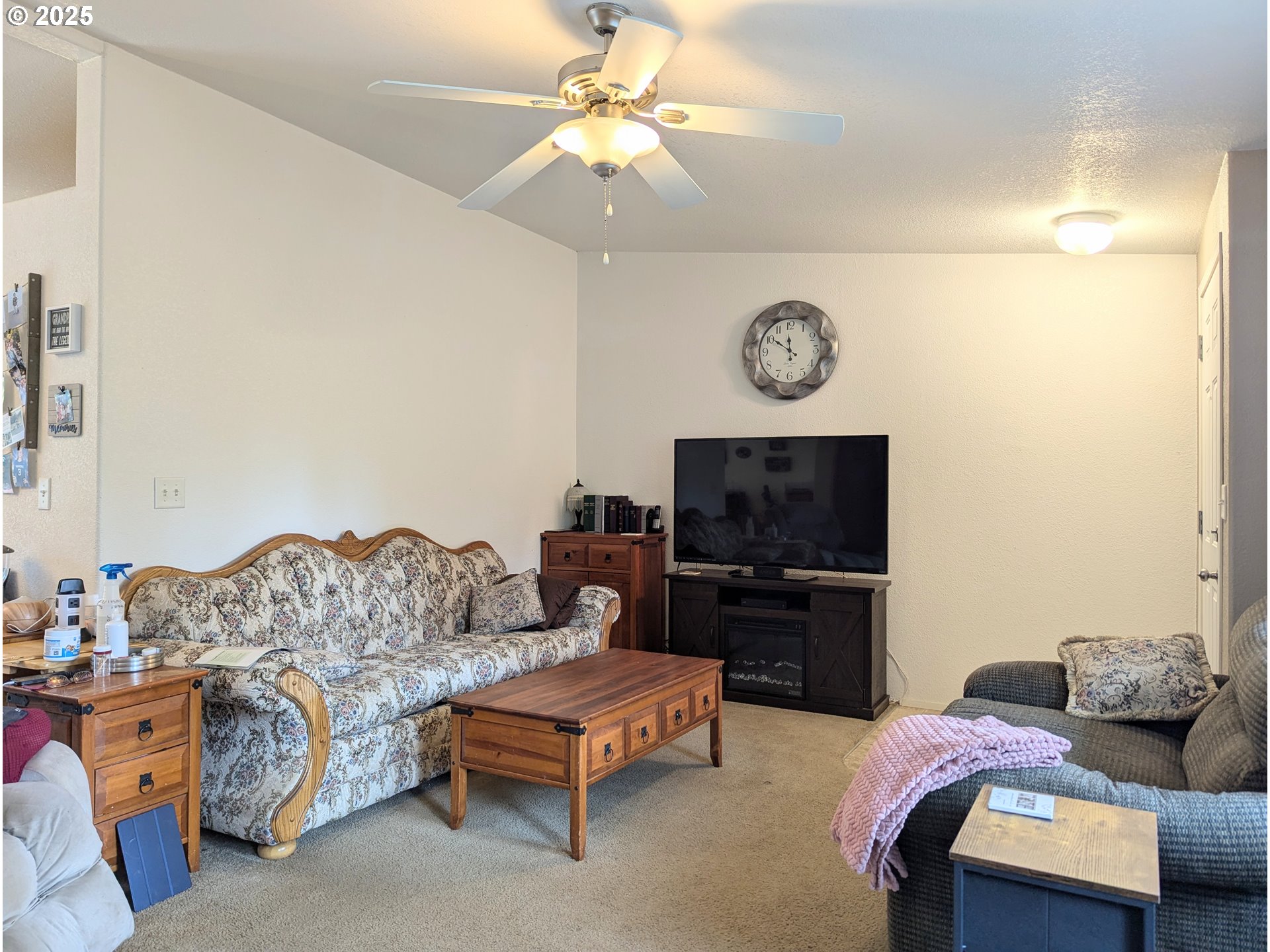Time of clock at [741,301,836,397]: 11:50
